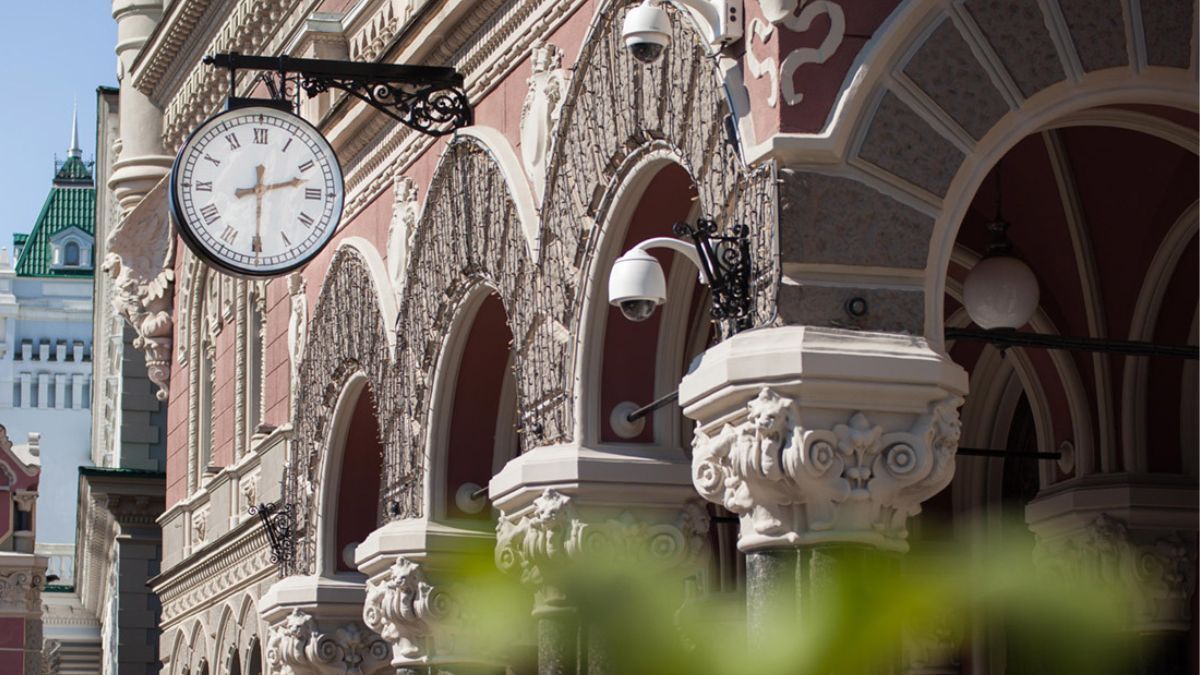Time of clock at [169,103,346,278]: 2:29
